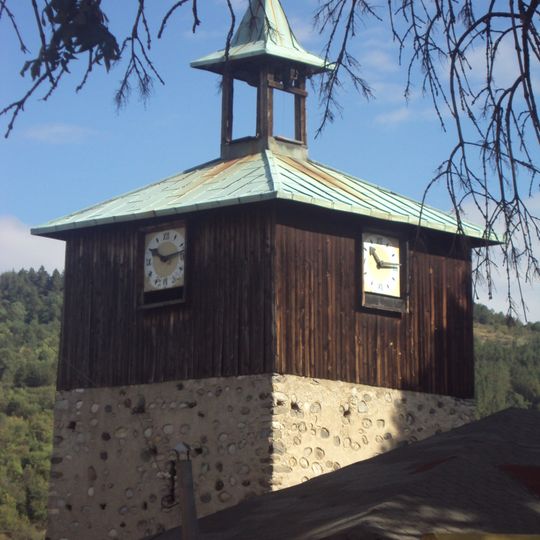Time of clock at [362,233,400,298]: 10:14
